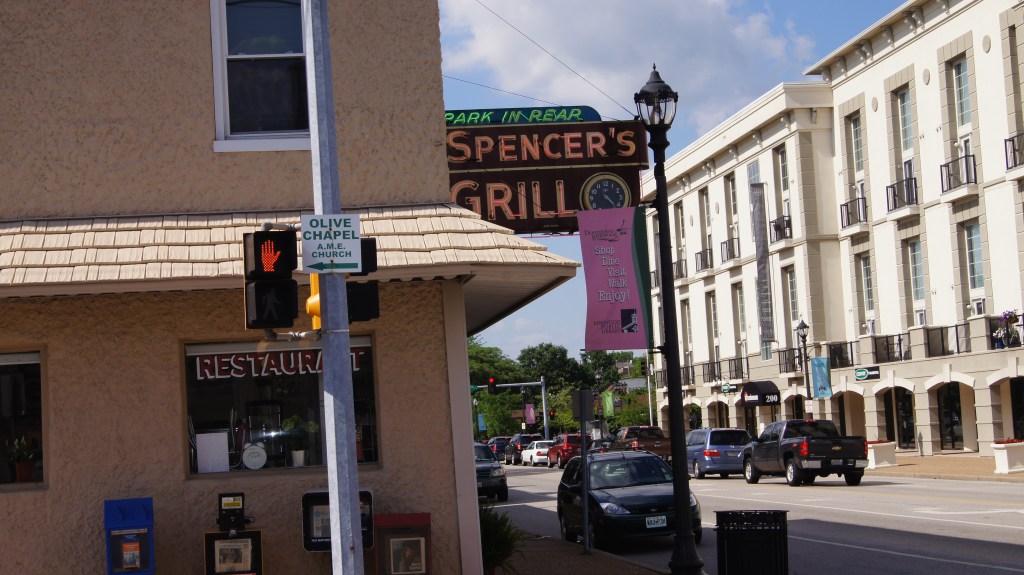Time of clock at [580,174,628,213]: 4:23
